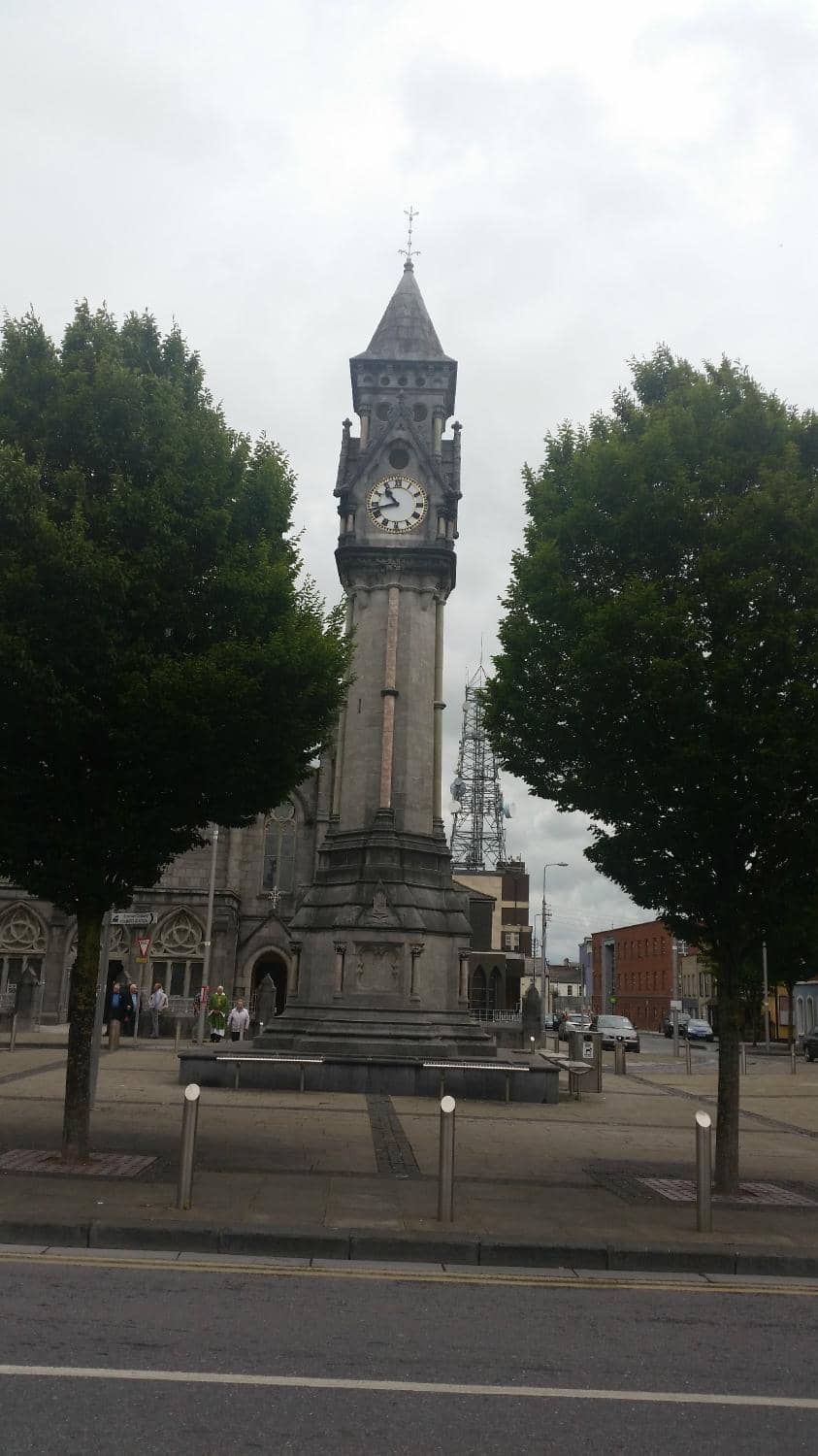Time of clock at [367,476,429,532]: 10:42
